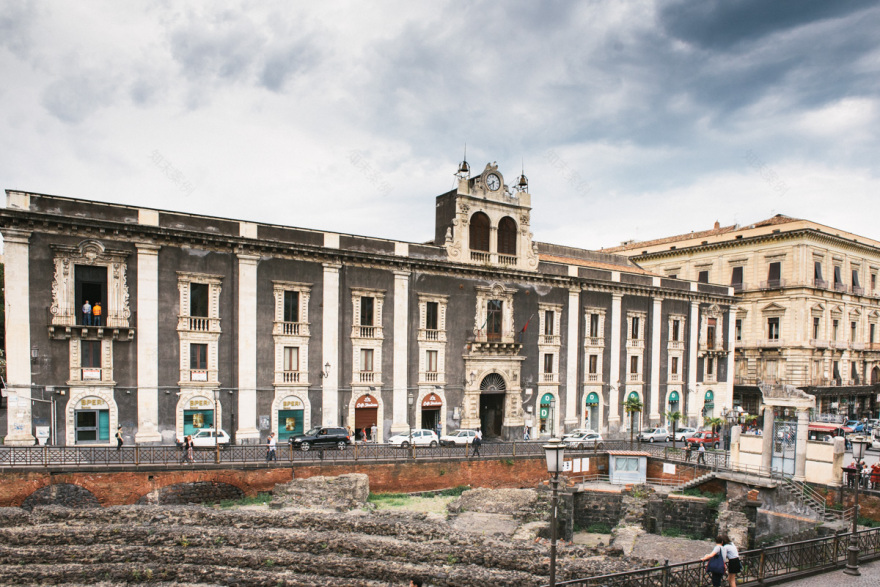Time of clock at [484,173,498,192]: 5:38
